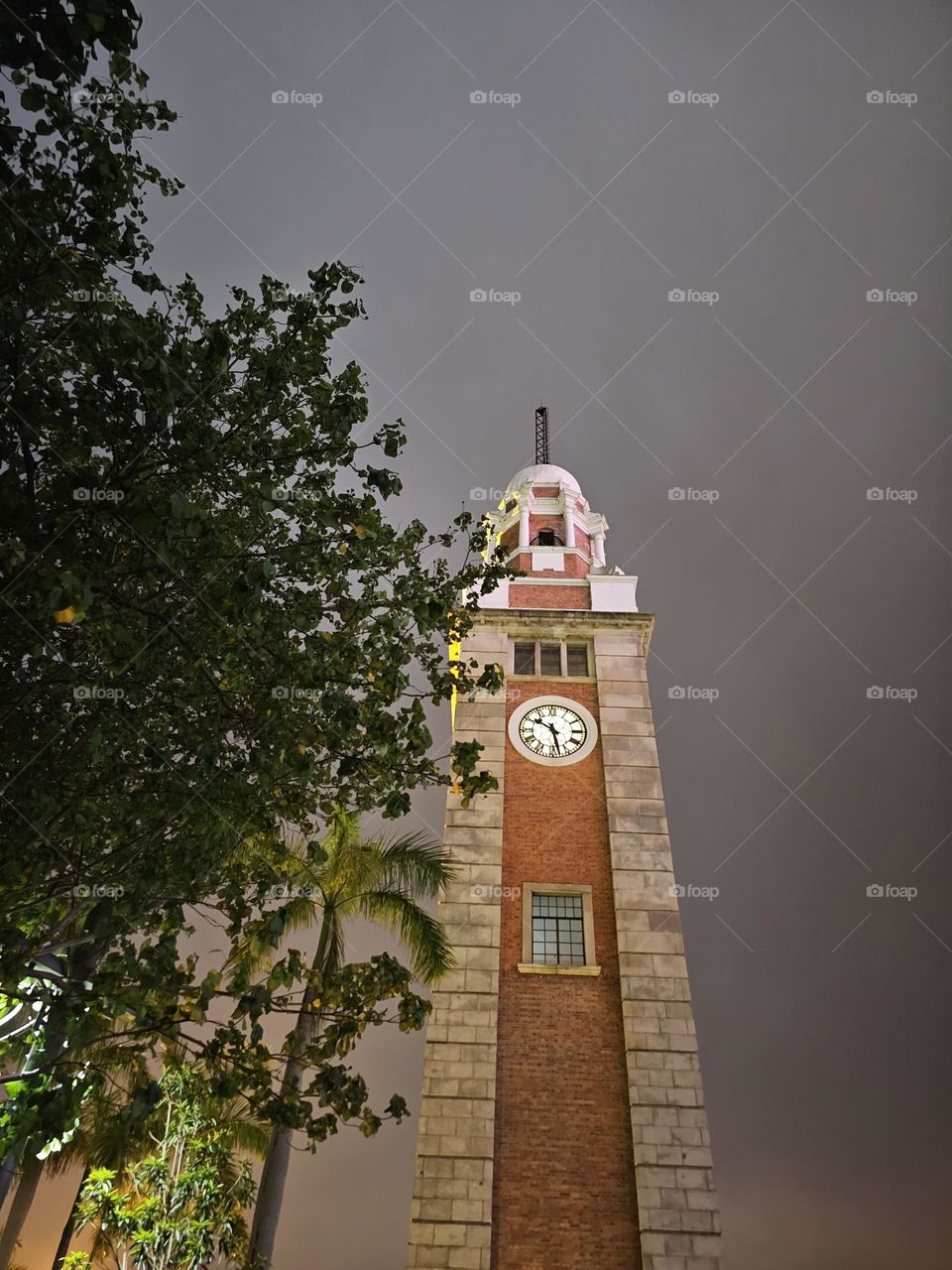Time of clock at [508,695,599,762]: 10:28
